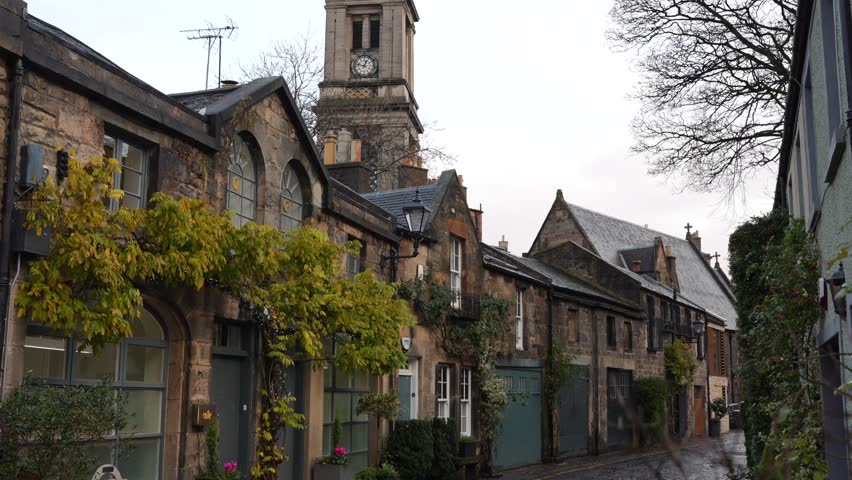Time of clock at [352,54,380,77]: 12:47
